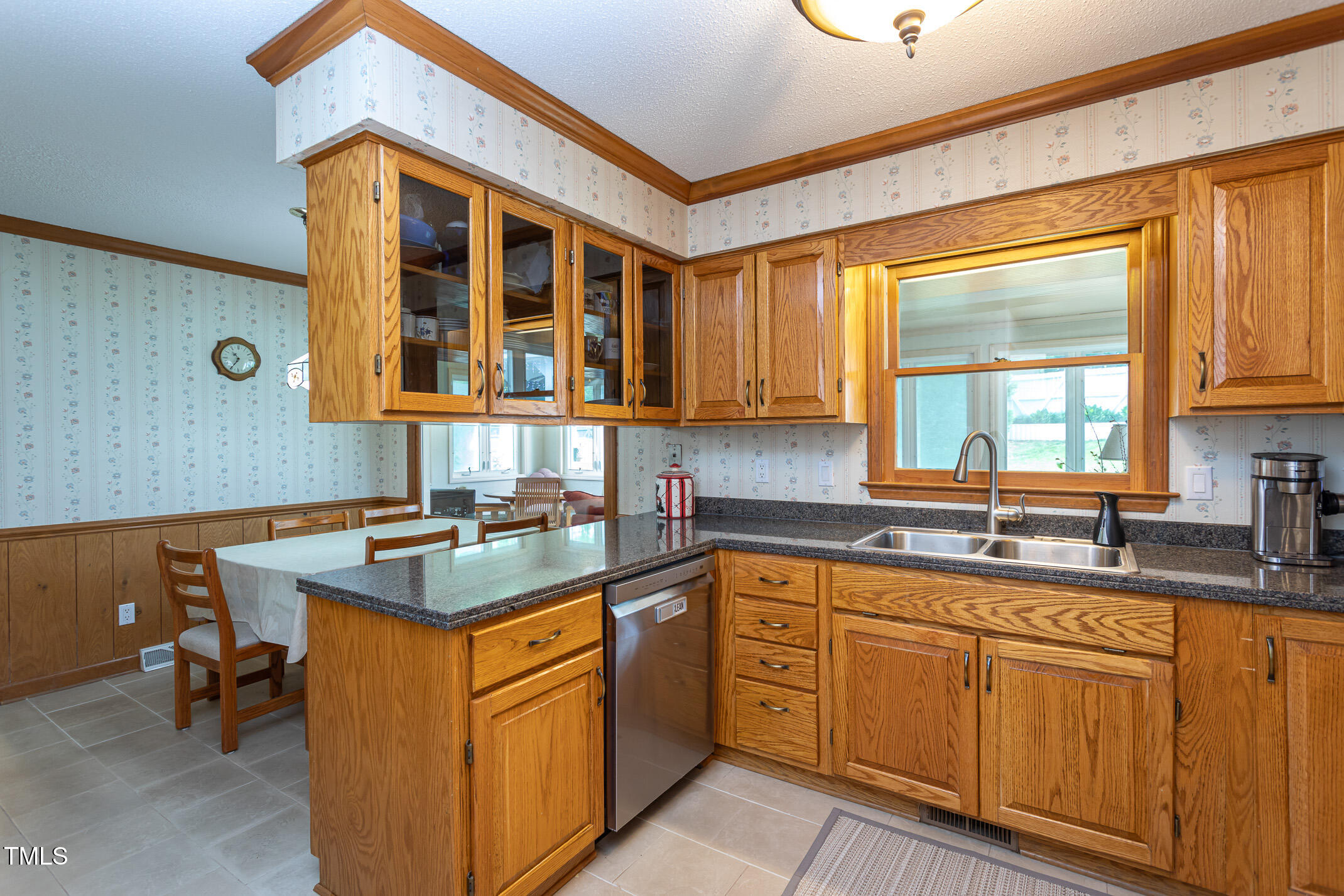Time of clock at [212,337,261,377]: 10:35
